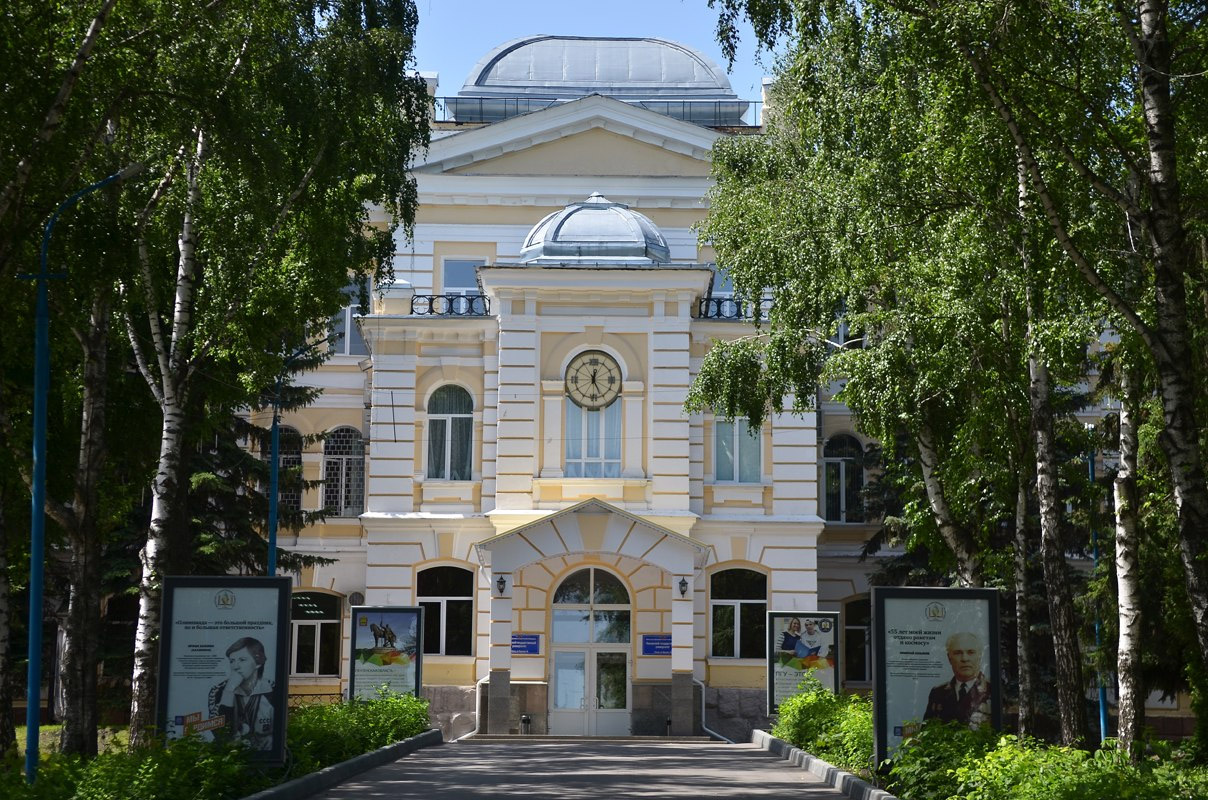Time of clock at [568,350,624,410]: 12:25
